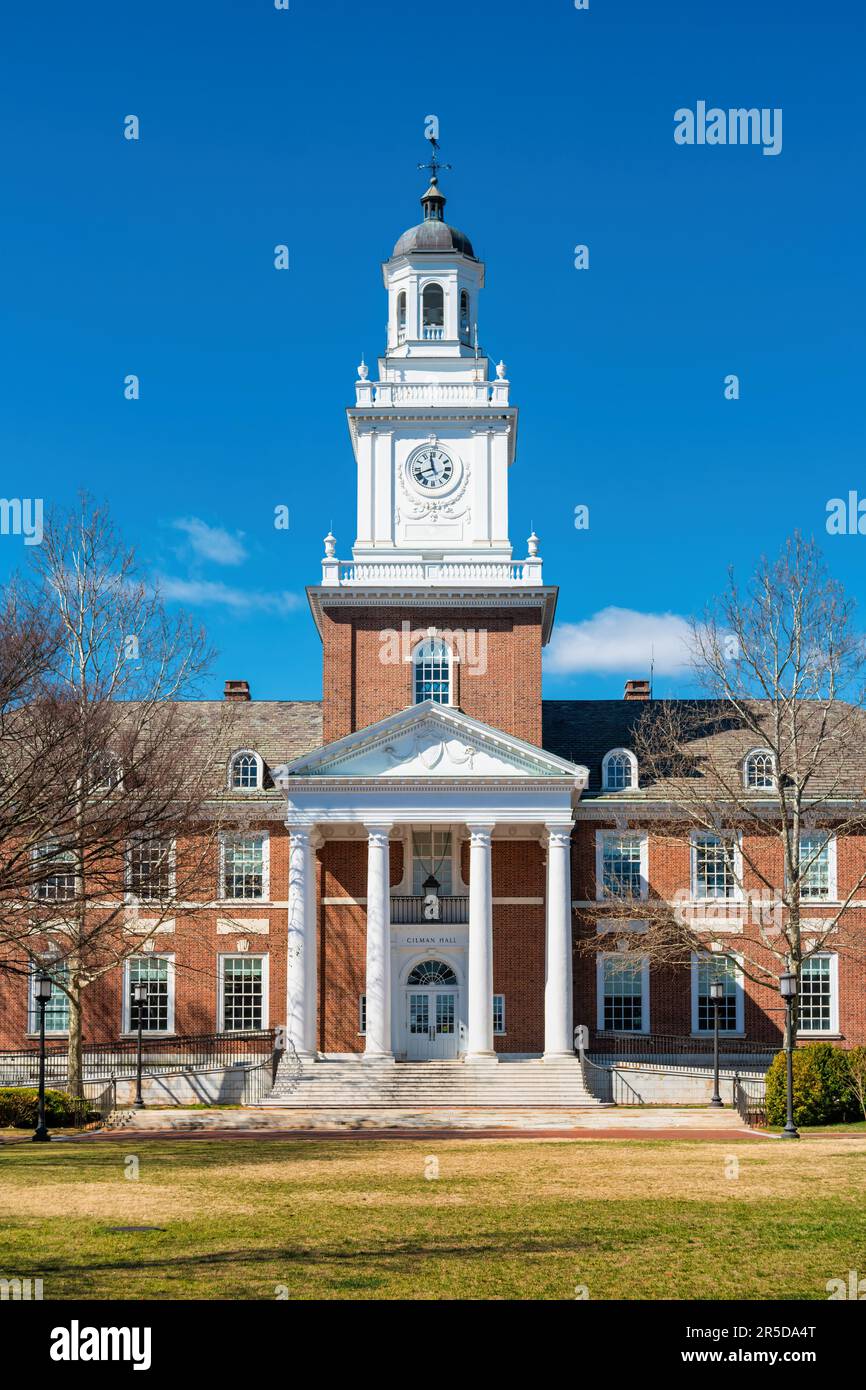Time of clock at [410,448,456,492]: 11:41
